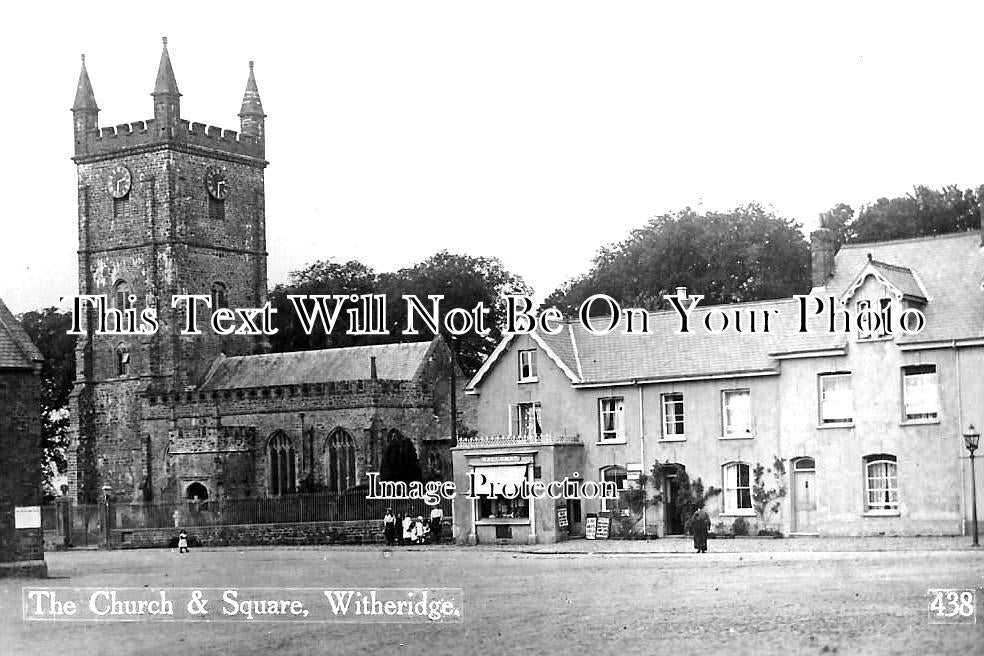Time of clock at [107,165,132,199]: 2:29
